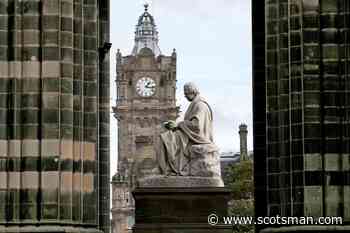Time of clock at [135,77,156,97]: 1:16
